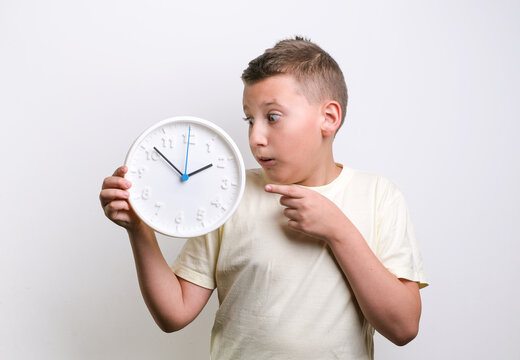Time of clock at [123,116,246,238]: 1:51
